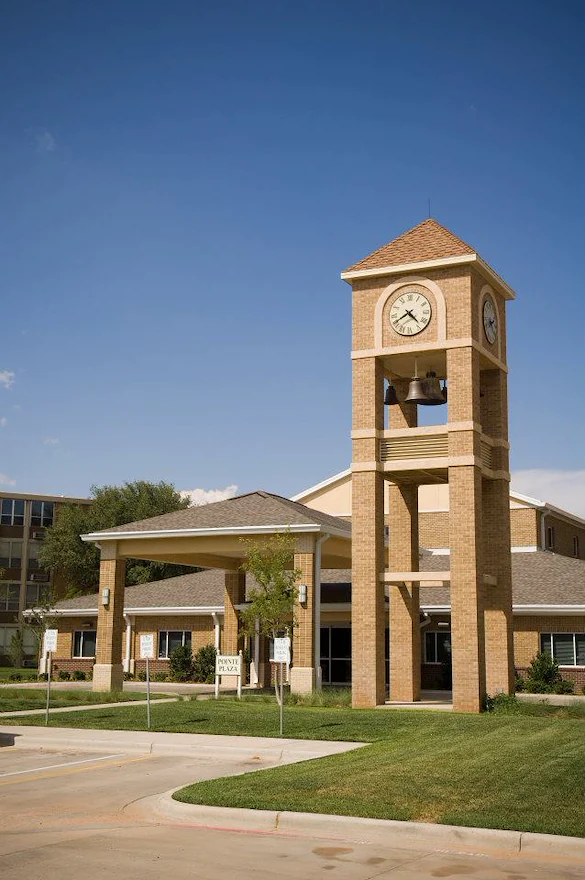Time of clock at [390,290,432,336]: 4:40
